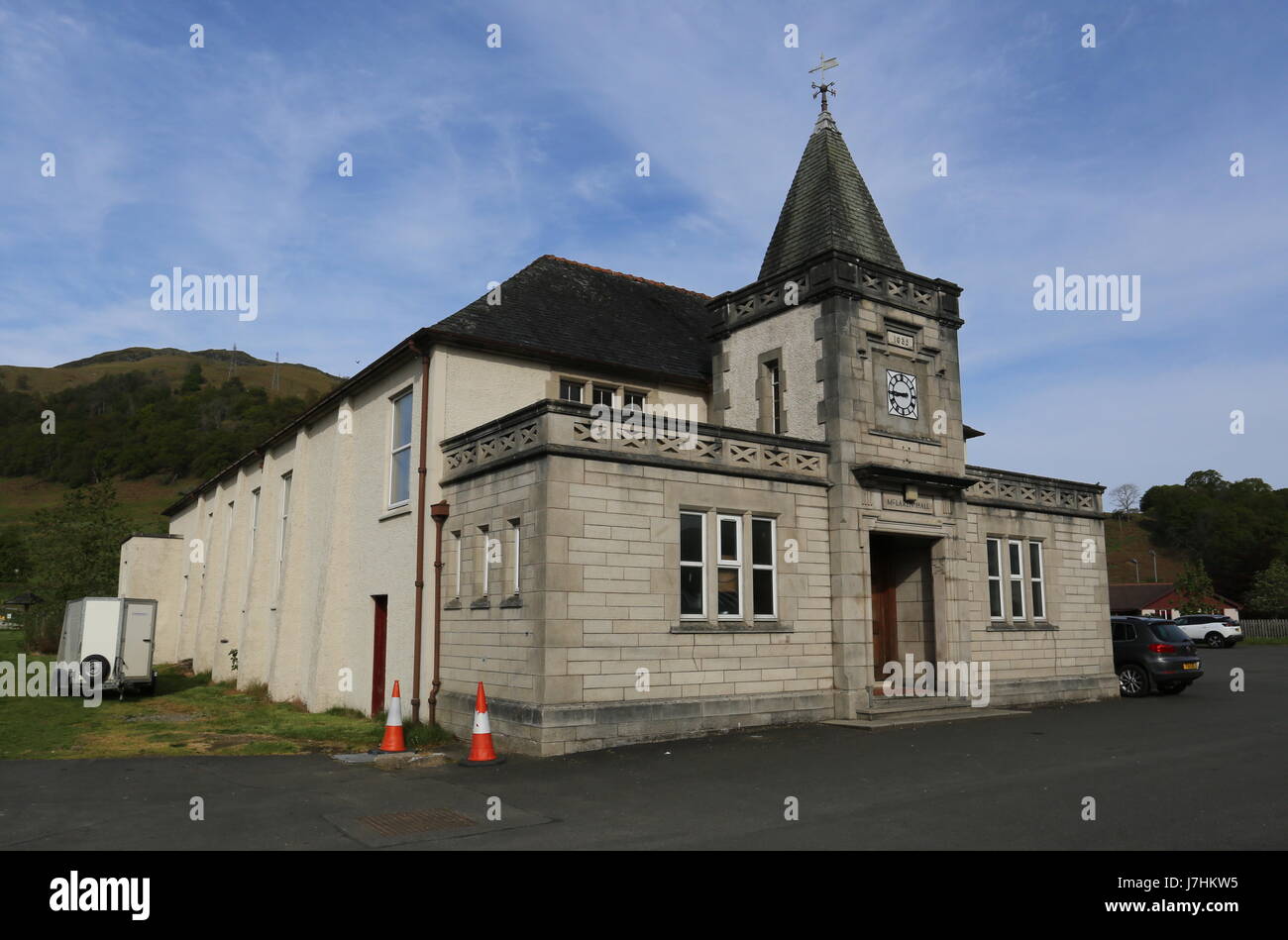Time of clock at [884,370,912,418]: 8:45
